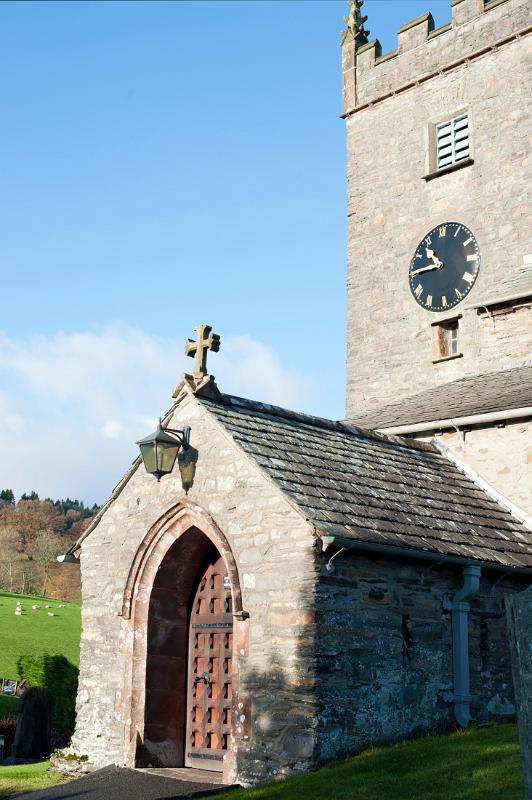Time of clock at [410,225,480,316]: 10:45
